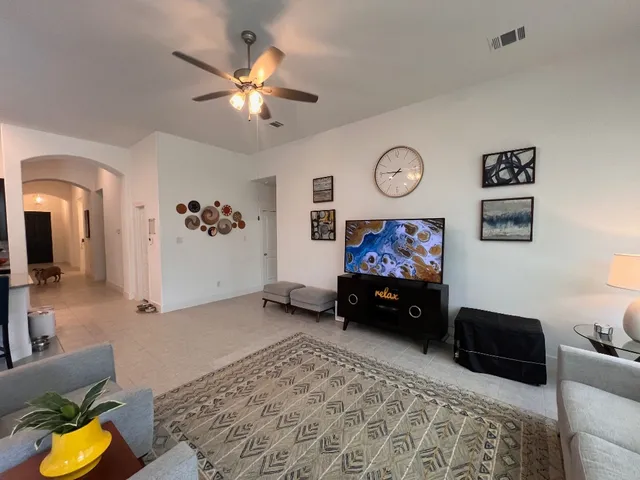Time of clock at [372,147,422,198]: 7:45
